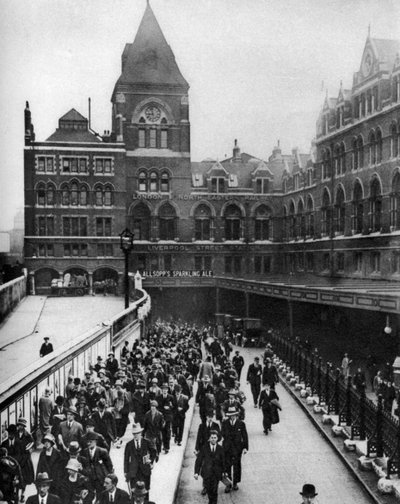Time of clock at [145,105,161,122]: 8:58
